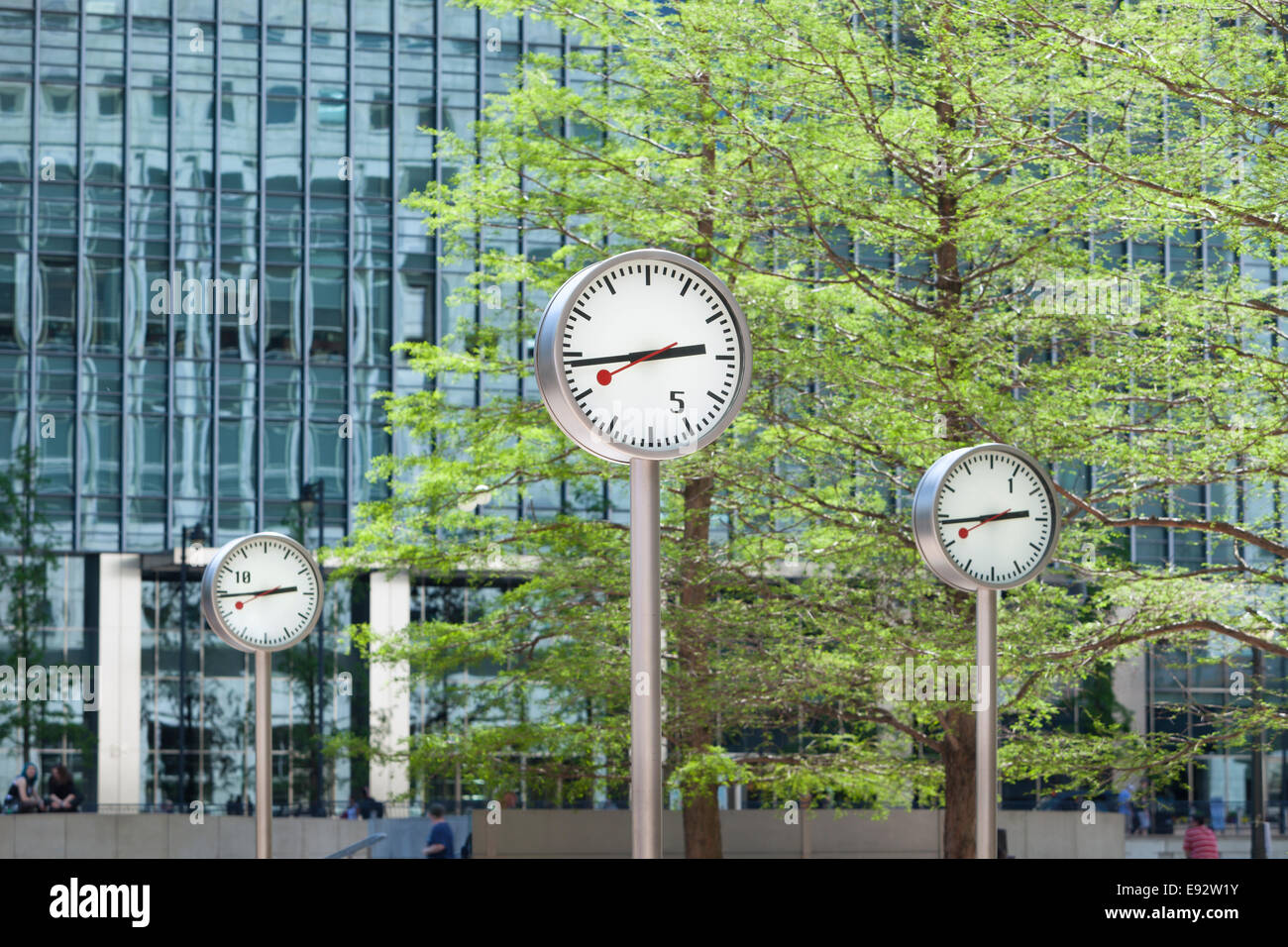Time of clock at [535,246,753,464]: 2:43
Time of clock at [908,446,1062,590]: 2:43
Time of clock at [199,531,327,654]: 2:44
